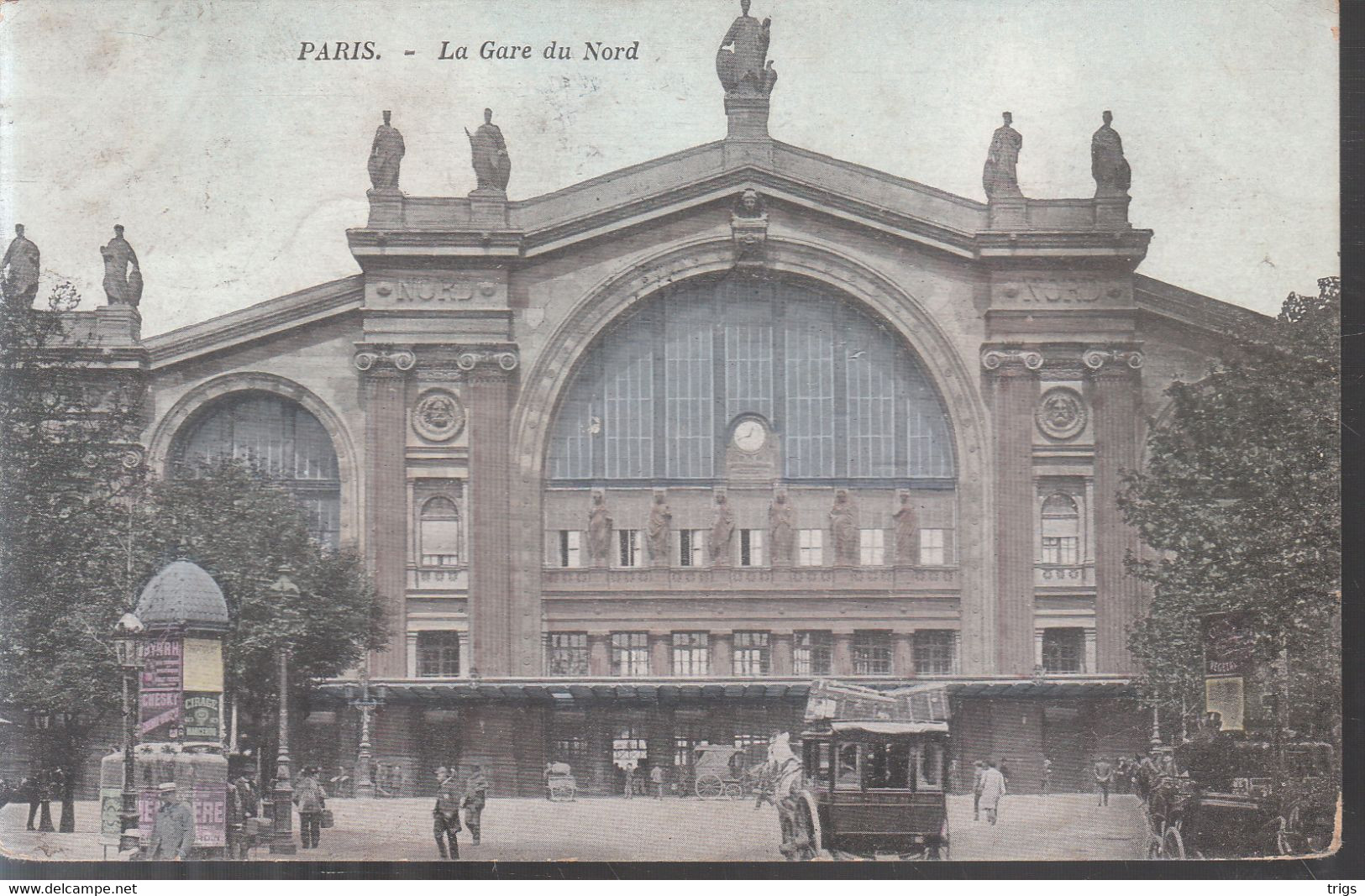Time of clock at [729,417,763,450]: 12:41
